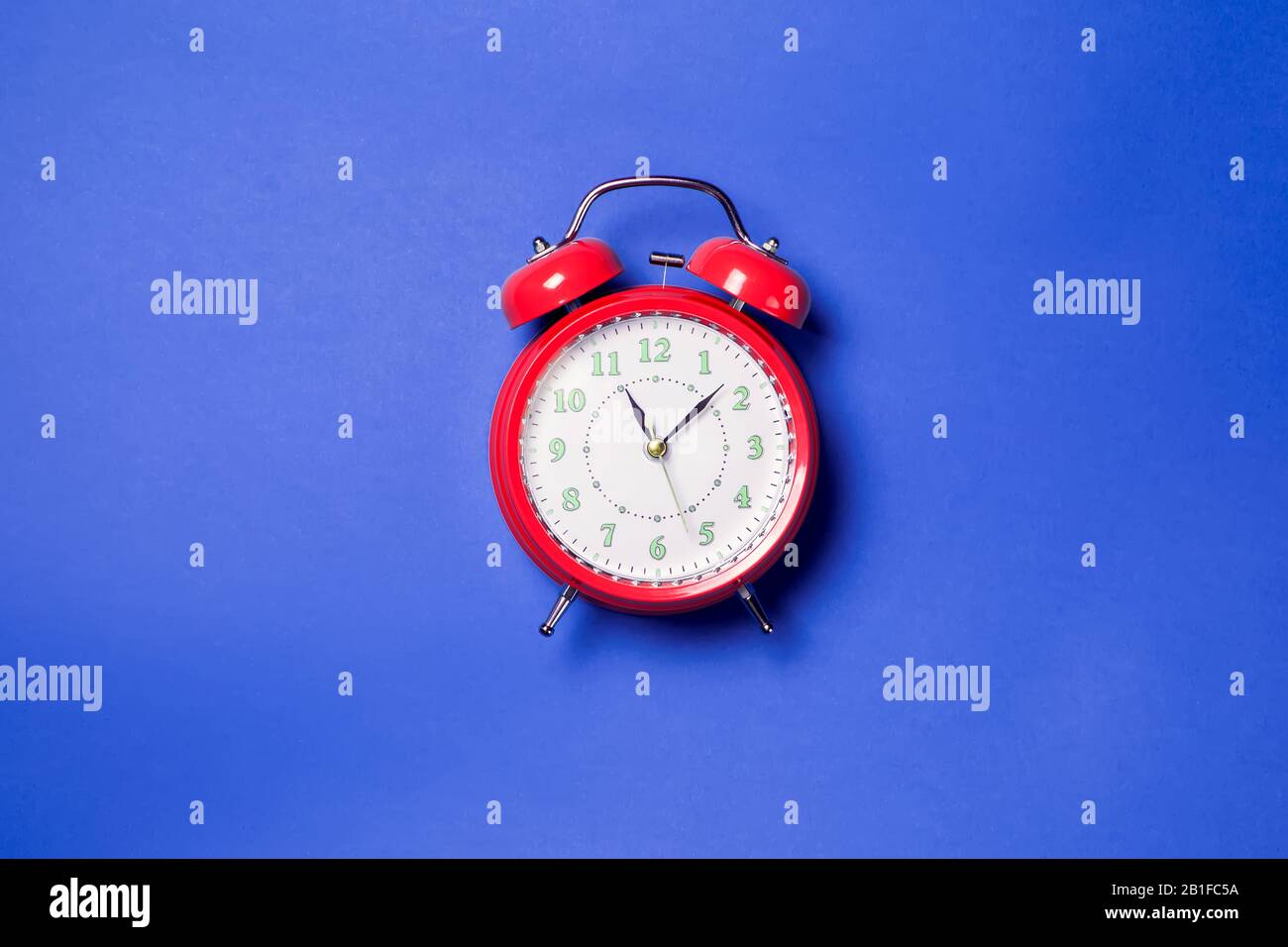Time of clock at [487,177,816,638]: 11:07
